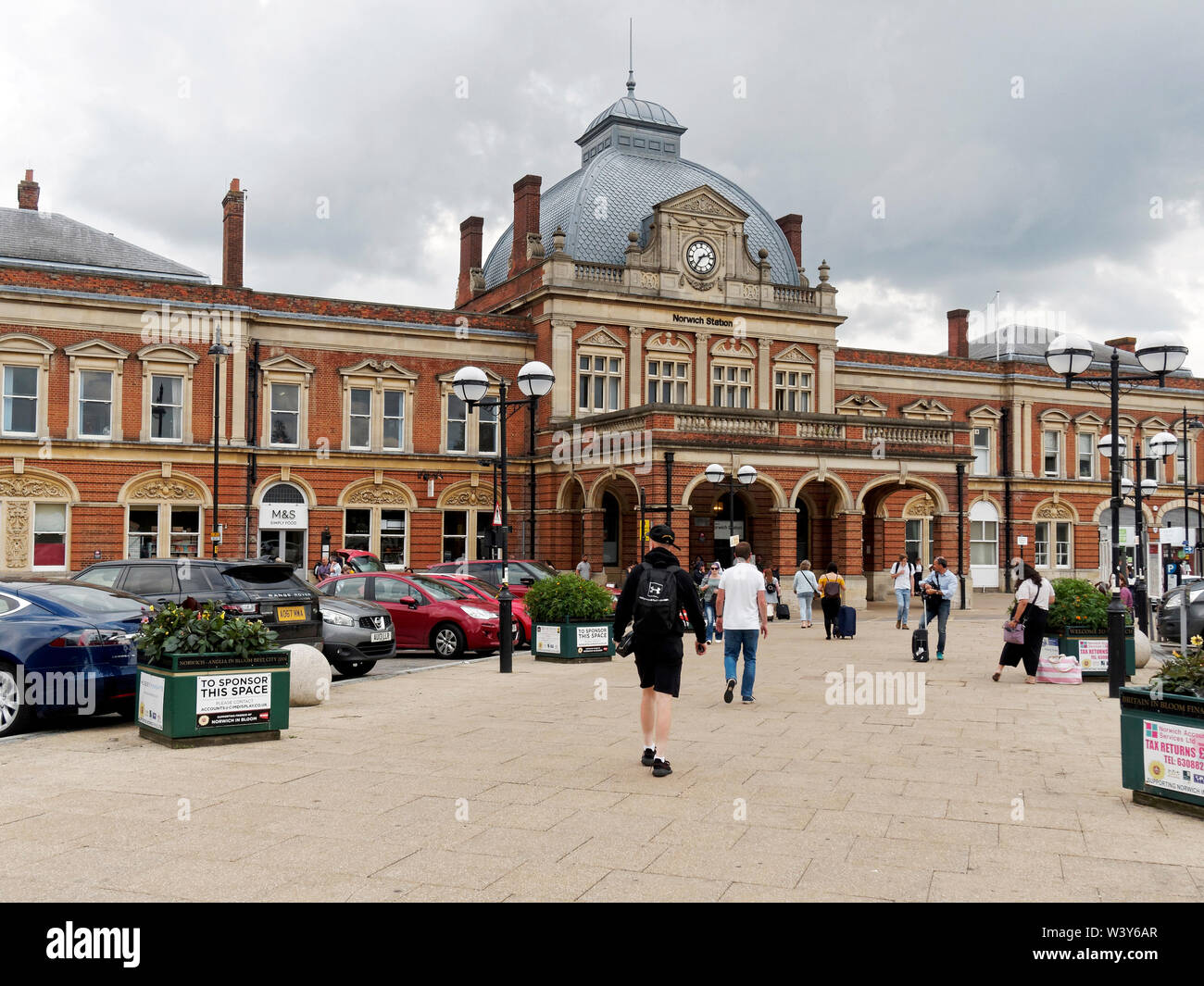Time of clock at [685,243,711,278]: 2:35
